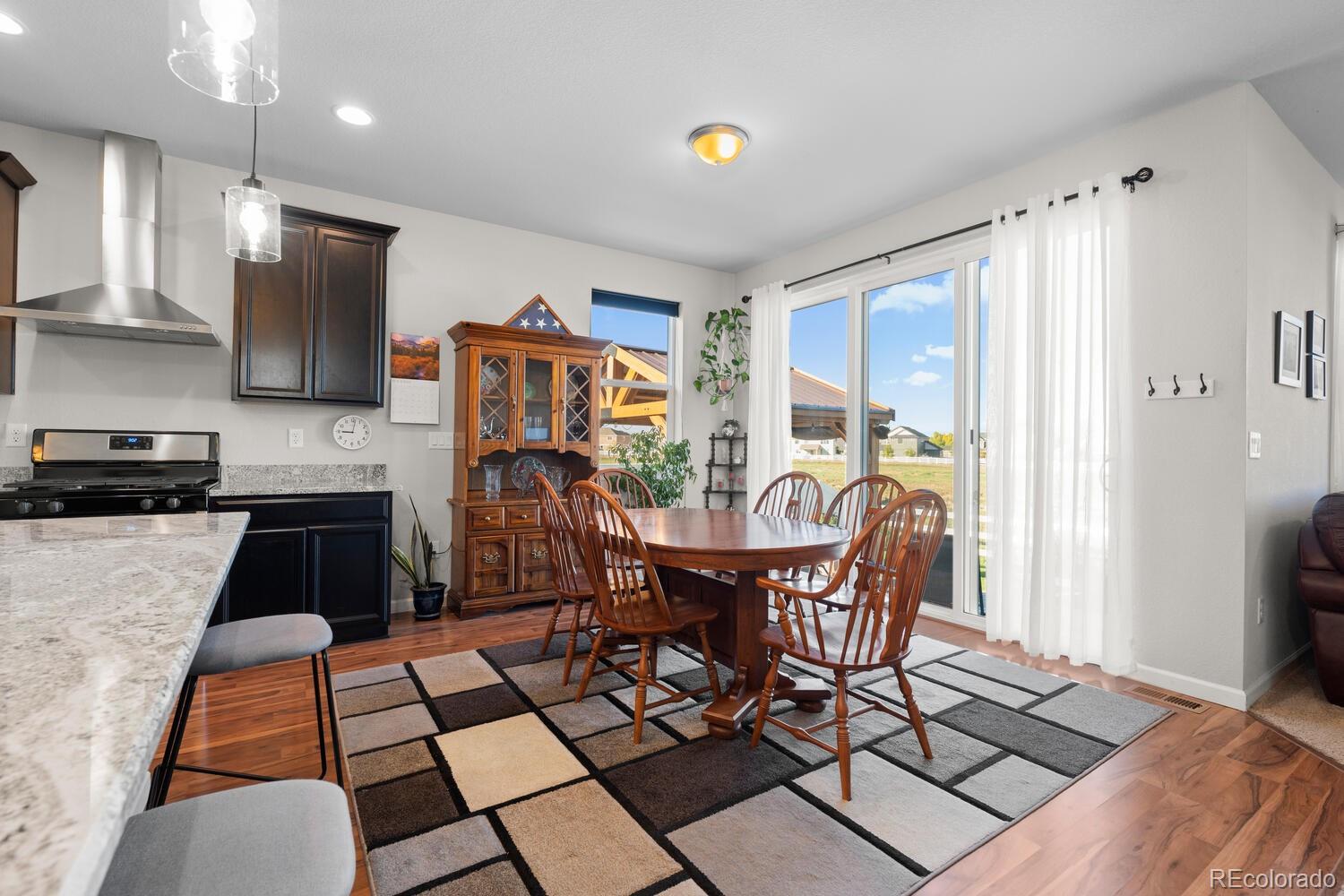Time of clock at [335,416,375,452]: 9:01
